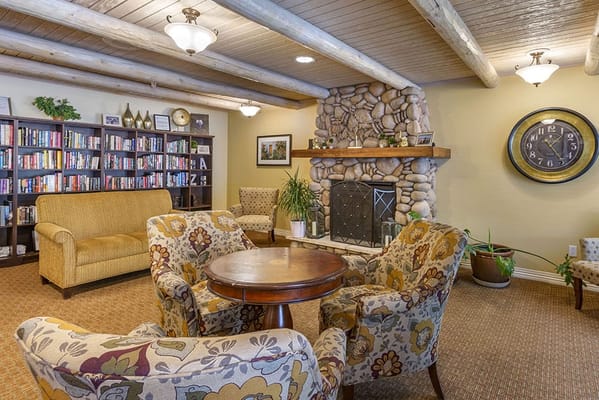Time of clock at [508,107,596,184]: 1:24
